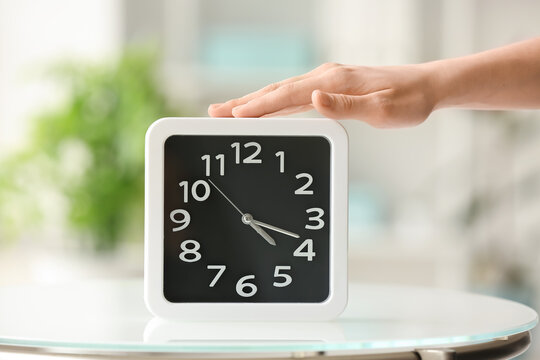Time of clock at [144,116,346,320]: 4:18
